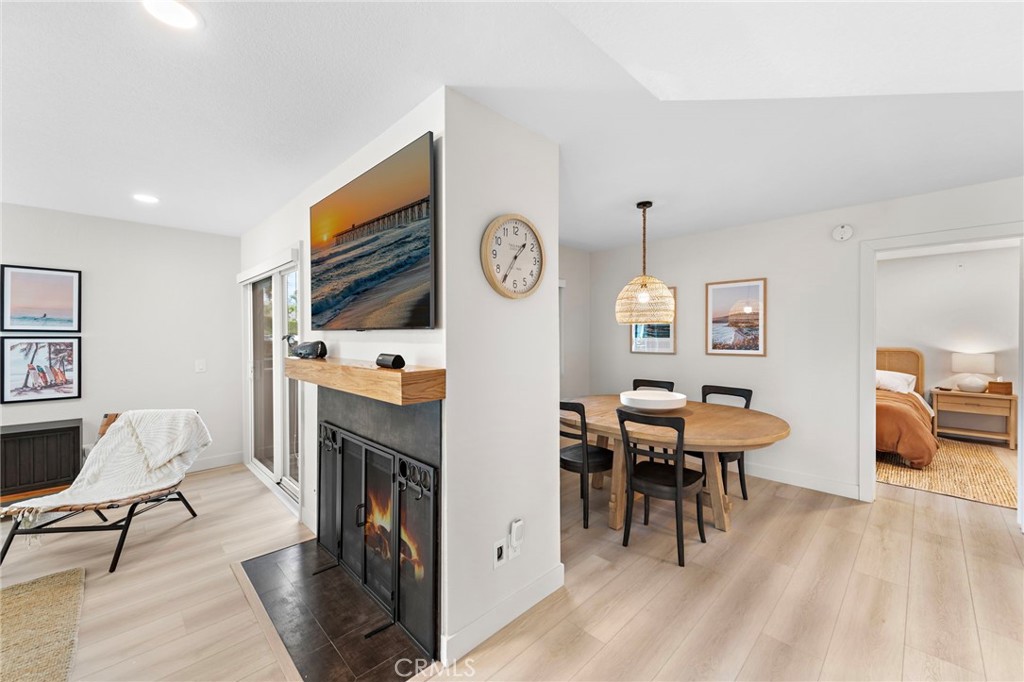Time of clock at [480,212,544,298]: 1:35
